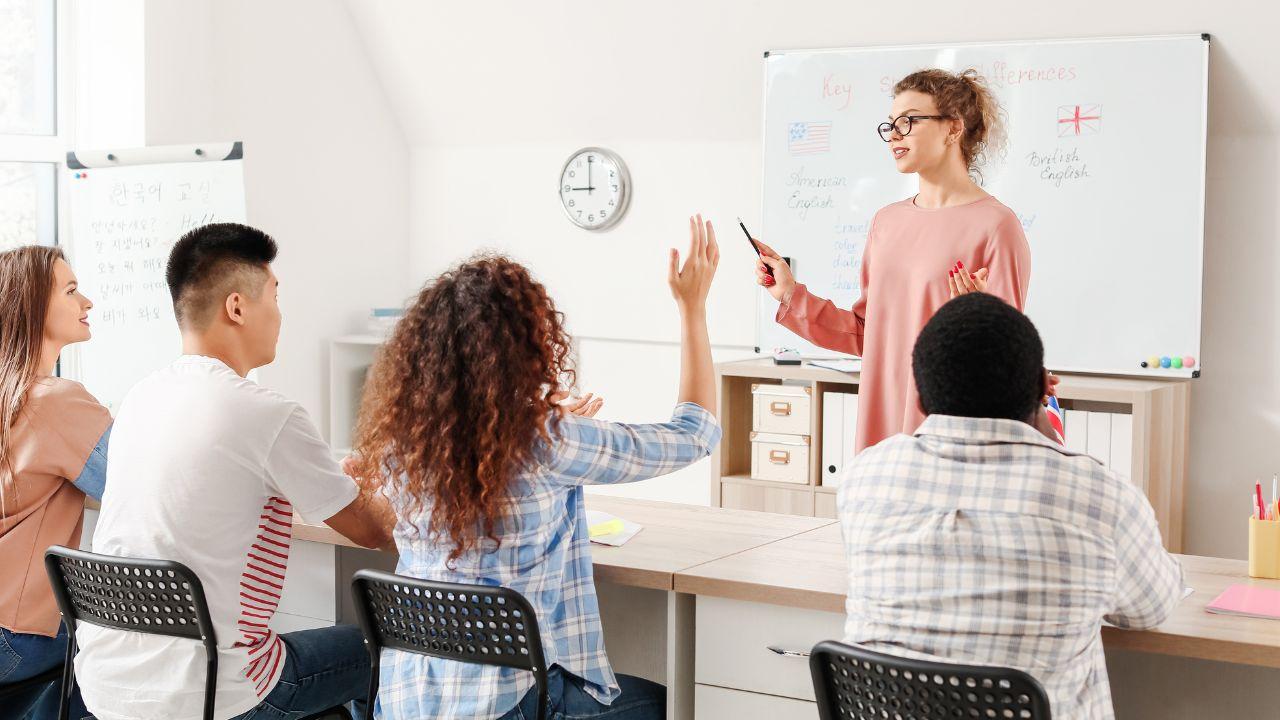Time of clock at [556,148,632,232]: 8:59
